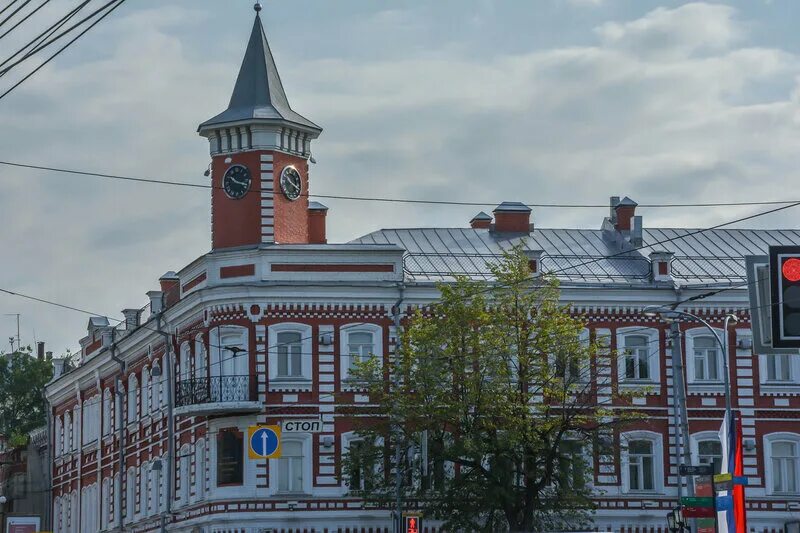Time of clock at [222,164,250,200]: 10:17
